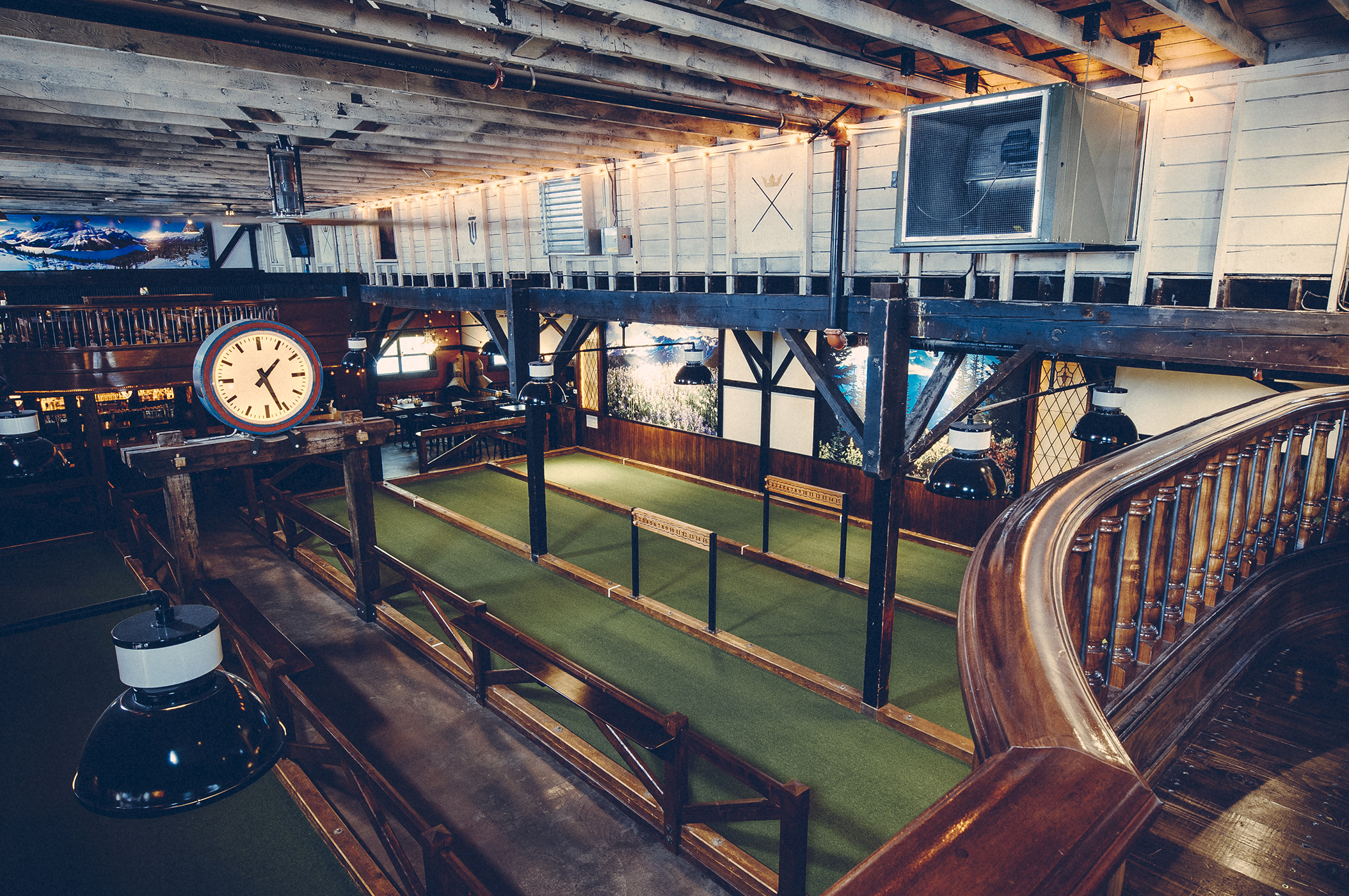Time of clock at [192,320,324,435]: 1:26
